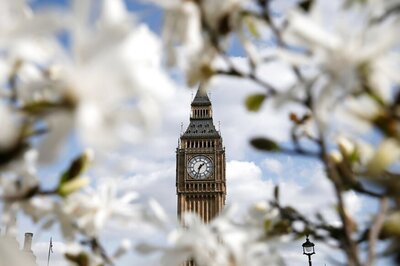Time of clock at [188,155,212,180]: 1:33
